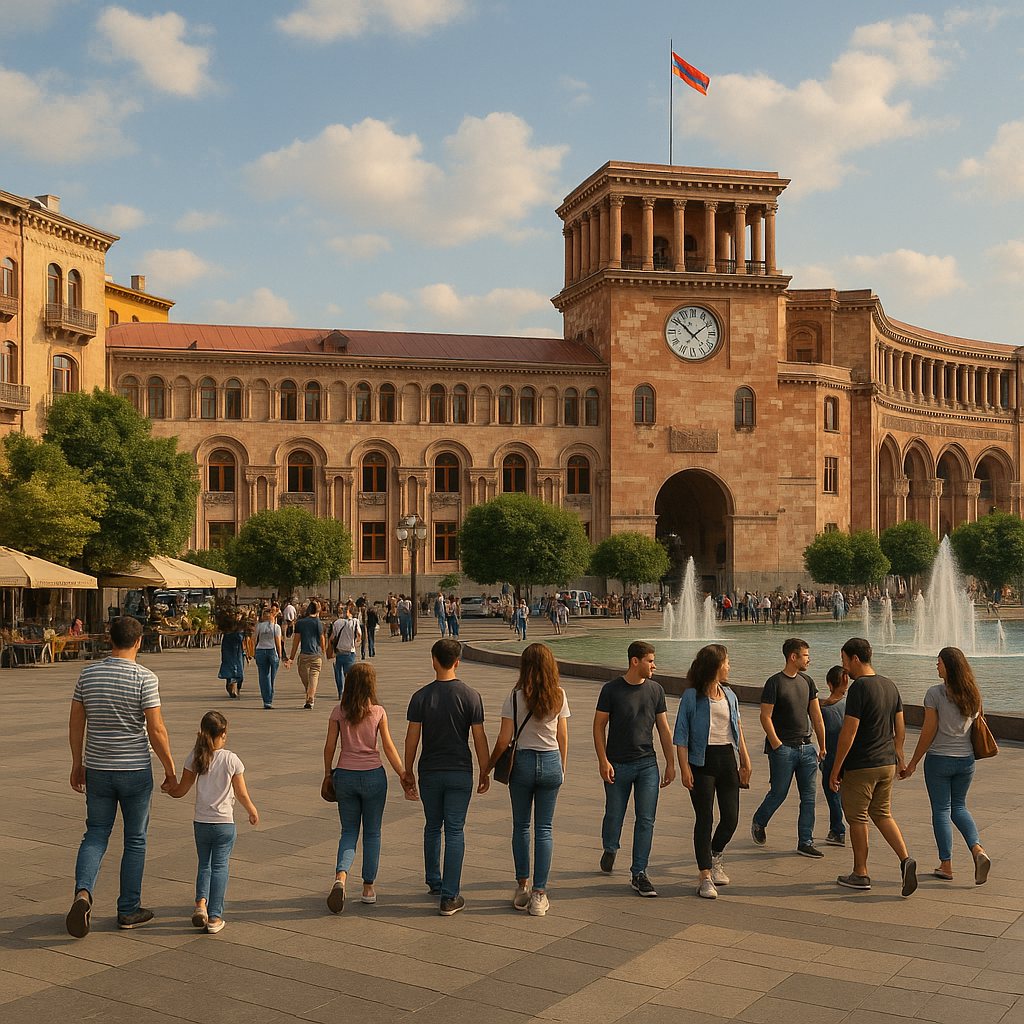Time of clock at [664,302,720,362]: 1:51
